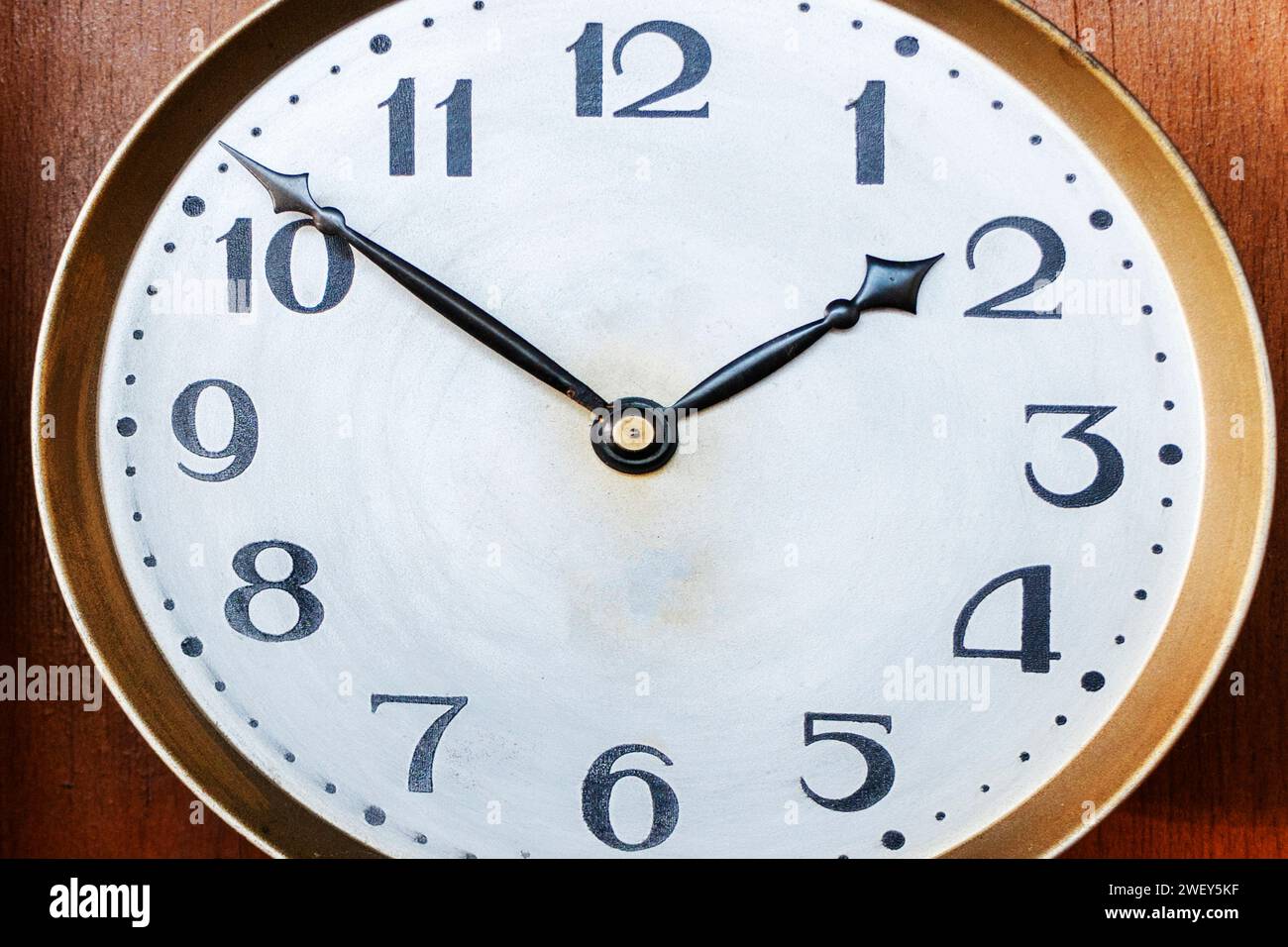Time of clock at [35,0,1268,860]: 1:51
